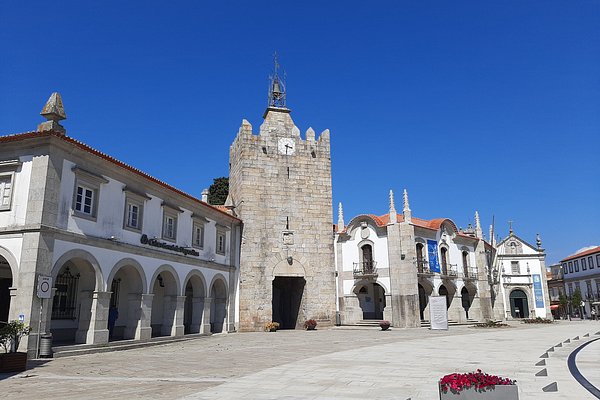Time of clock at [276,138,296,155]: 3:31
